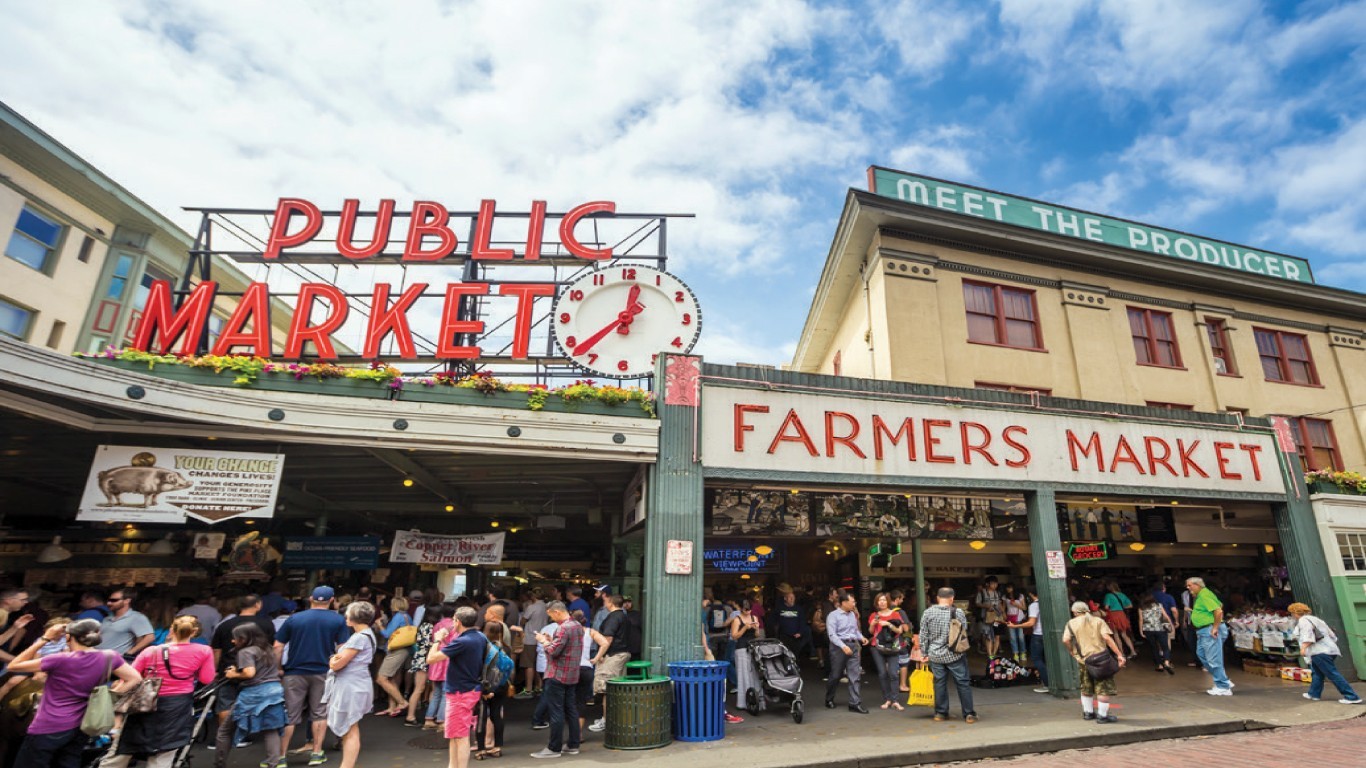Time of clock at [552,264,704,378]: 12:37
